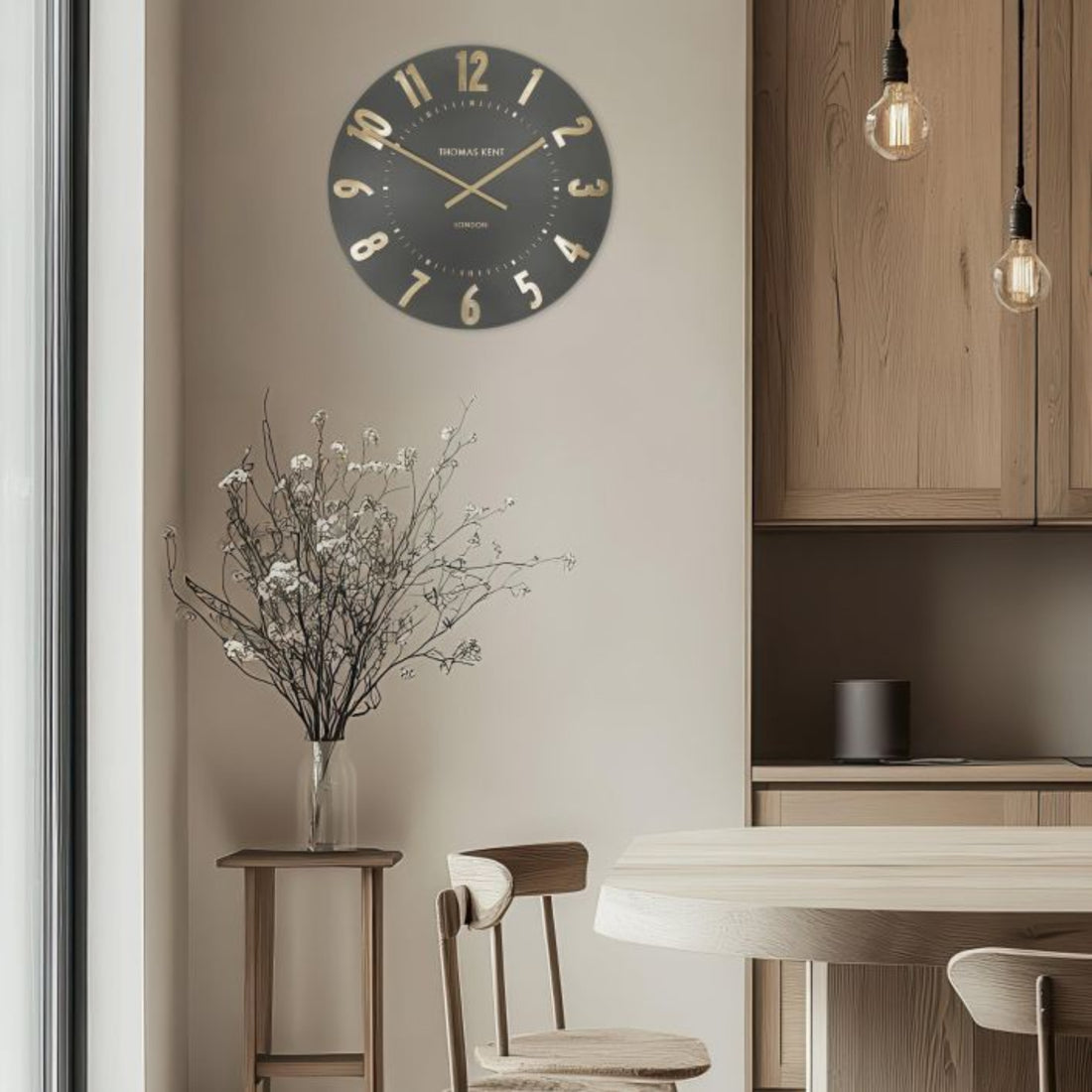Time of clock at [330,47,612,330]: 1:50
